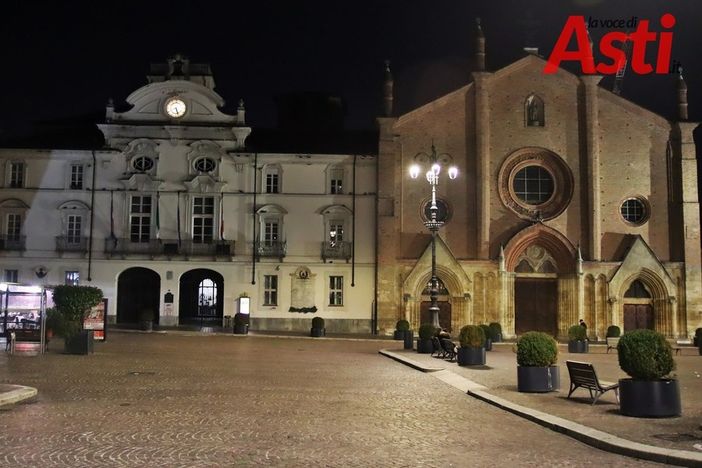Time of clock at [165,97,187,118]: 5:26
